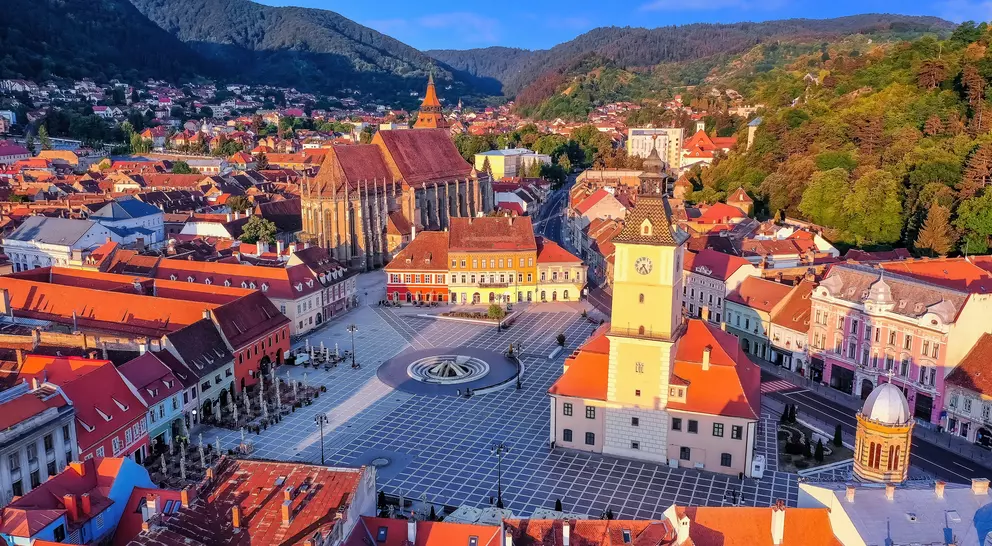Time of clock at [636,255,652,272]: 7:25
